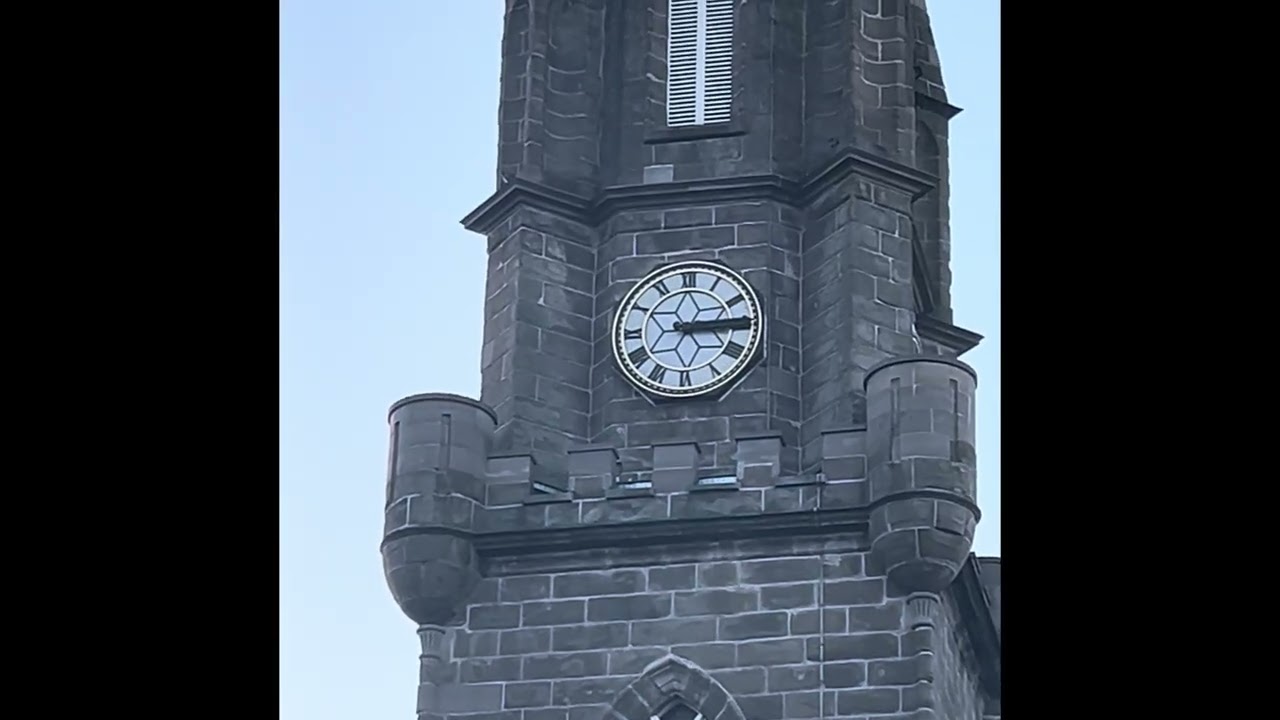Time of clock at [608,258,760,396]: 3:14
